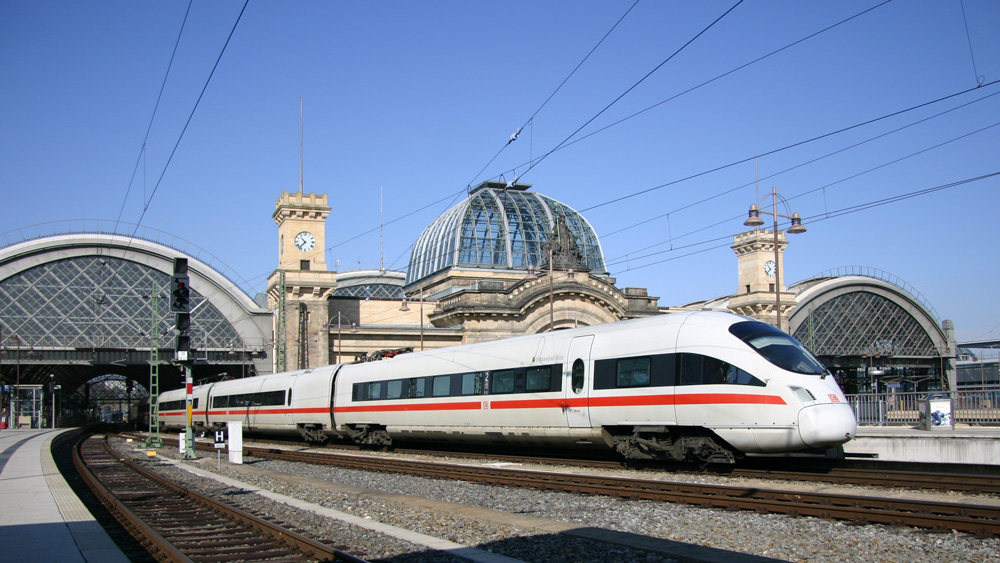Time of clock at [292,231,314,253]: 10:37
